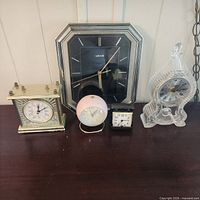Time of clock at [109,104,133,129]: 7:14
